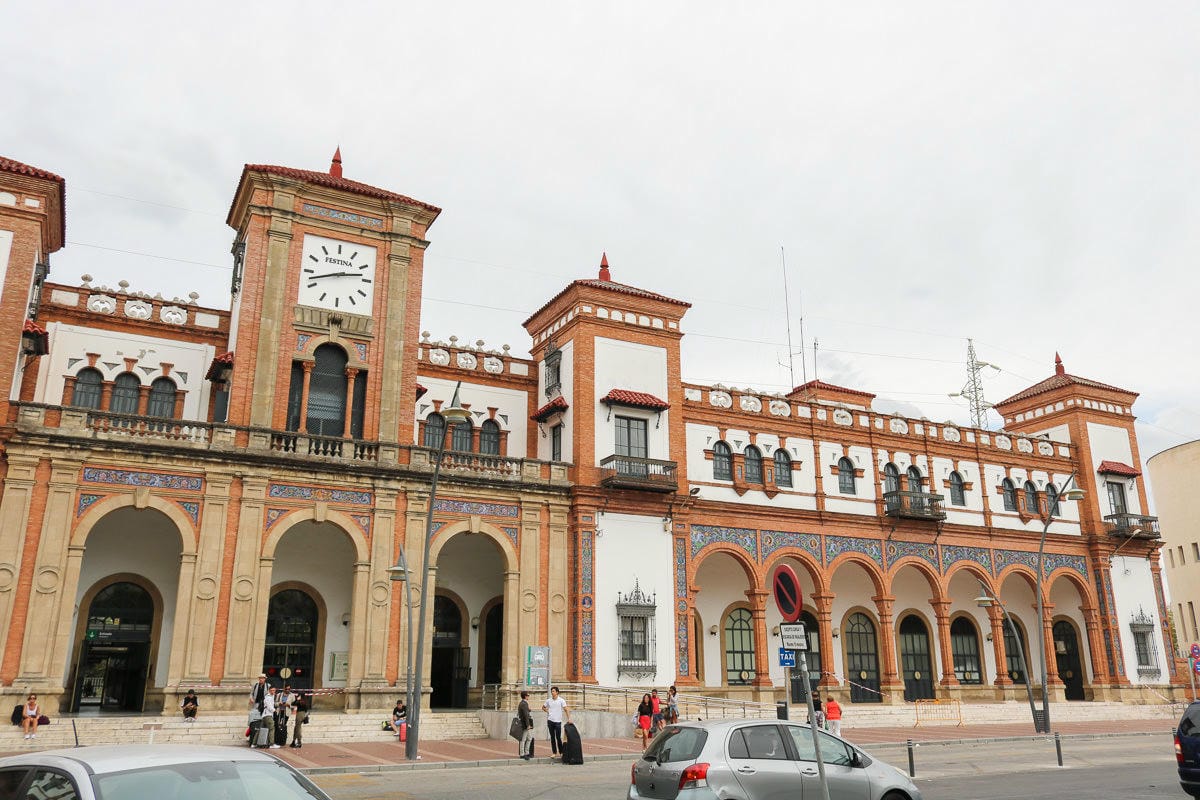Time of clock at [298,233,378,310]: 2:42
